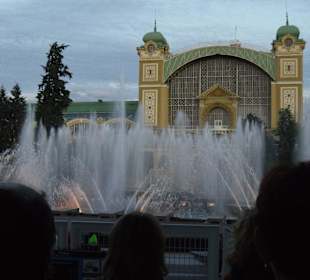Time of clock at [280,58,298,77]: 5:33
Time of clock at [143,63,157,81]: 11:32
